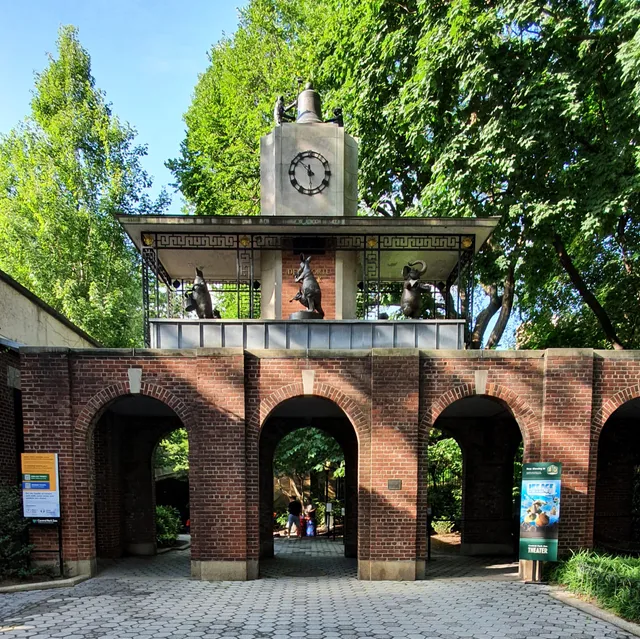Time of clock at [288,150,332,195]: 11:52
